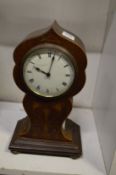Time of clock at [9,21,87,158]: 10:02
